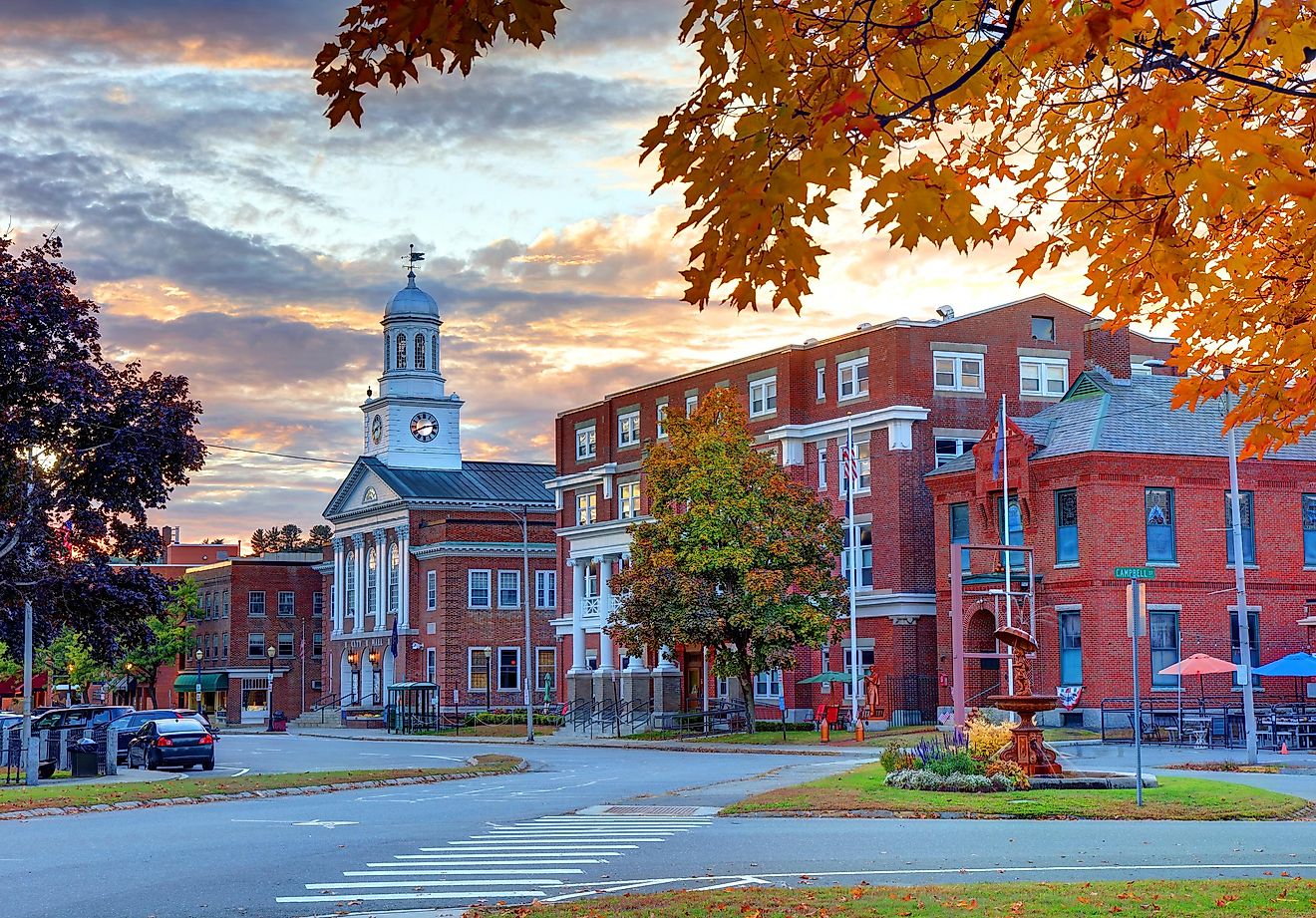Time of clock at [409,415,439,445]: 8:13
